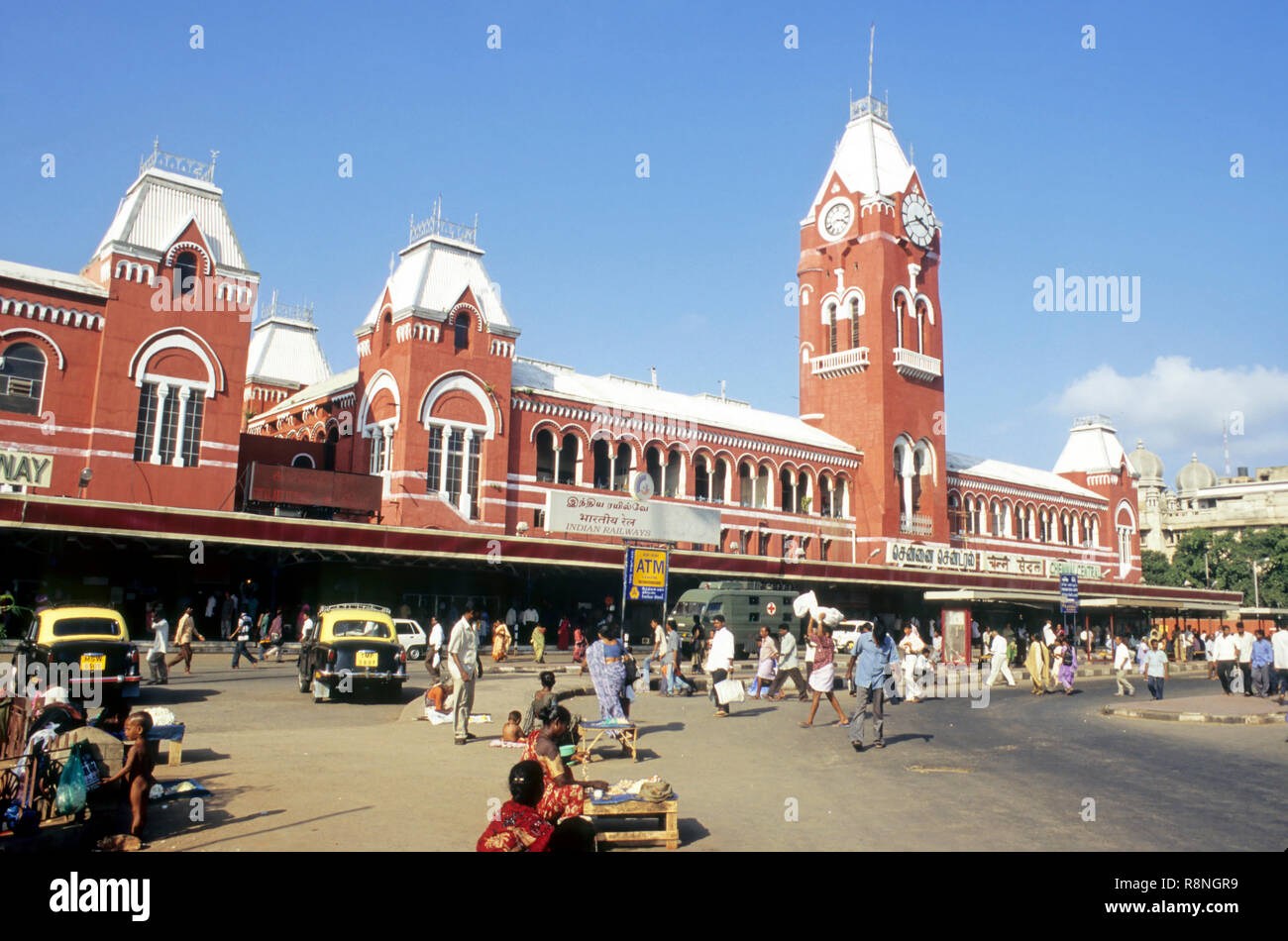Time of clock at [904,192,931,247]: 3:40
